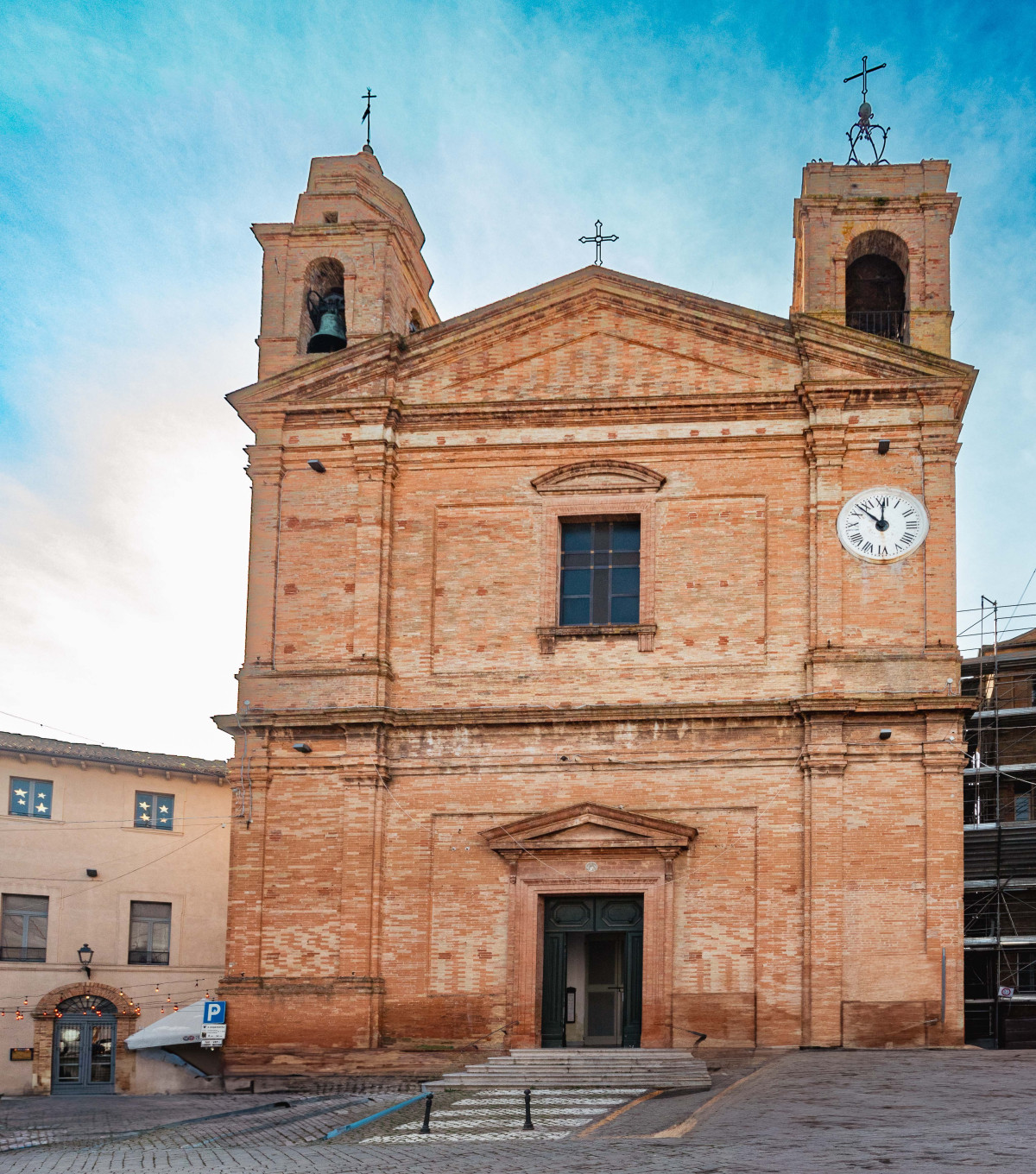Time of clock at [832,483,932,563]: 11:52
